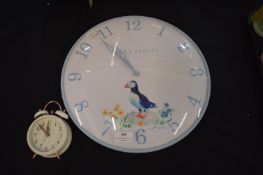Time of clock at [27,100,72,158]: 11:52
